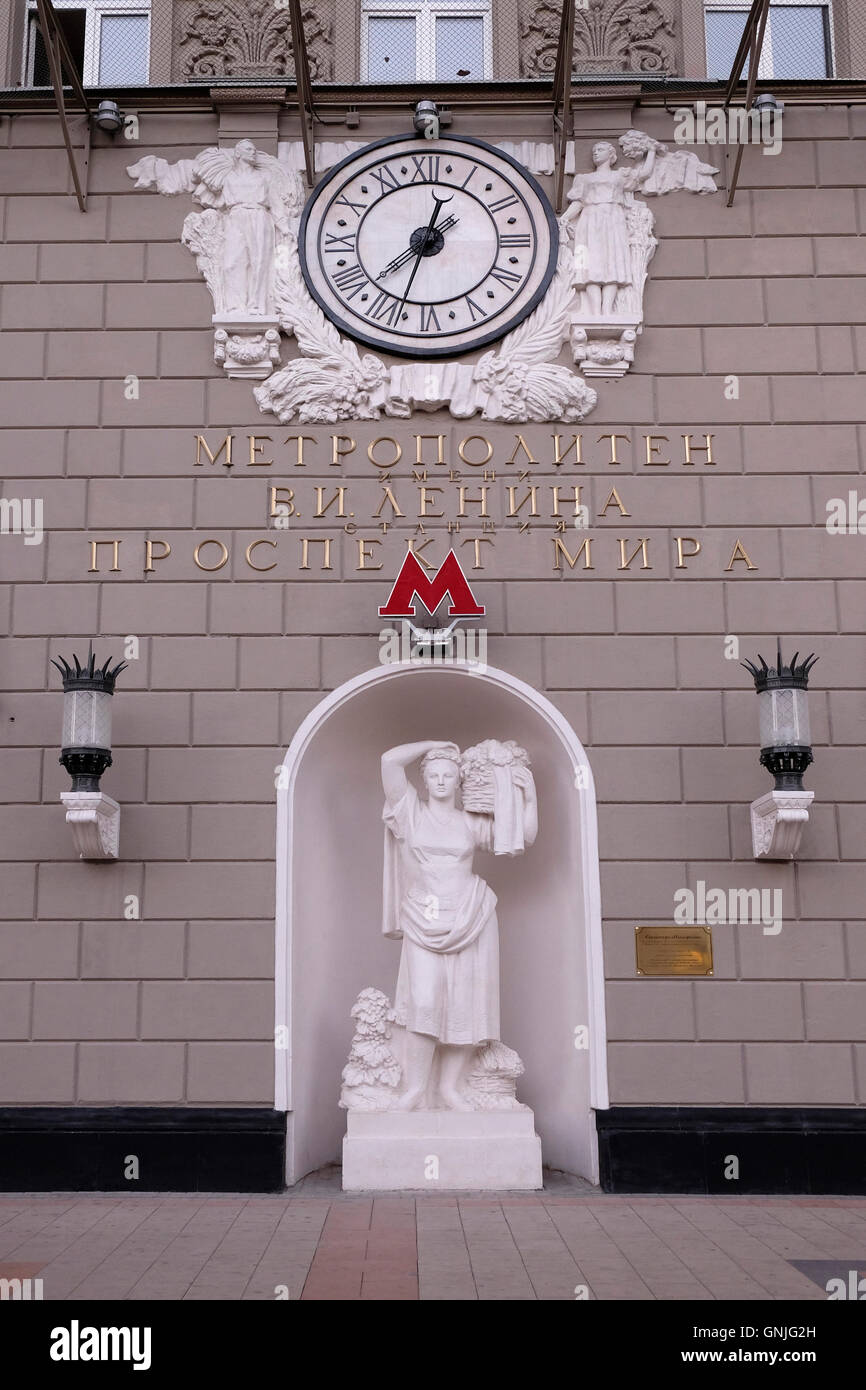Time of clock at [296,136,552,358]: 12:33
